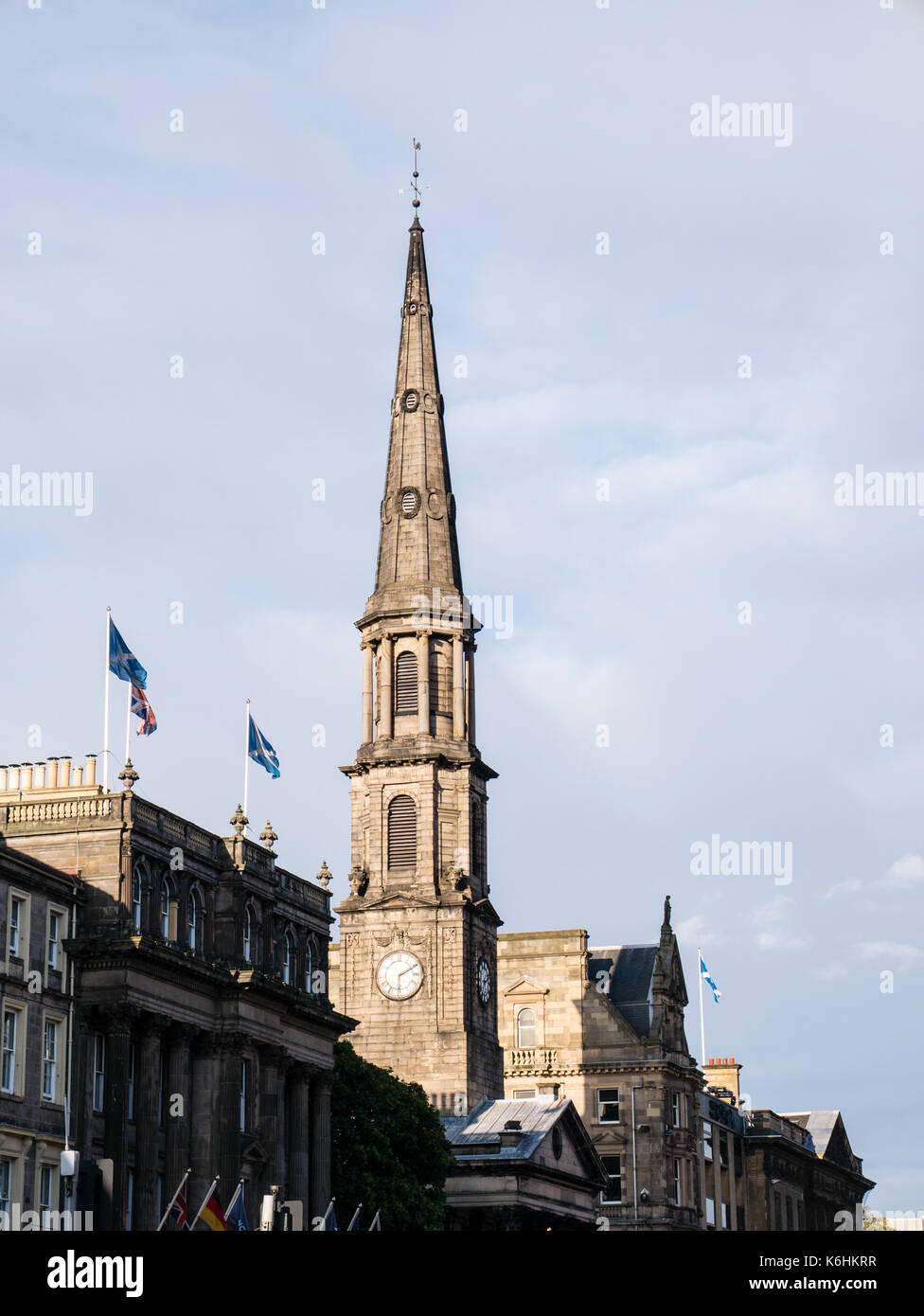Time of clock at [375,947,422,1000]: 6:10
